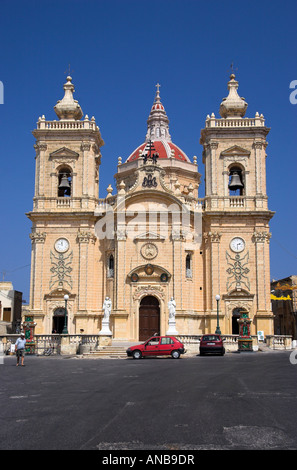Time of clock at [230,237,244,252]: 2:31
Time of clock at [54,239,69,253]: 11:46
